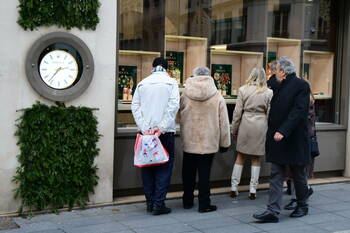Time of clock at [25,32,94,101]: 2:36
